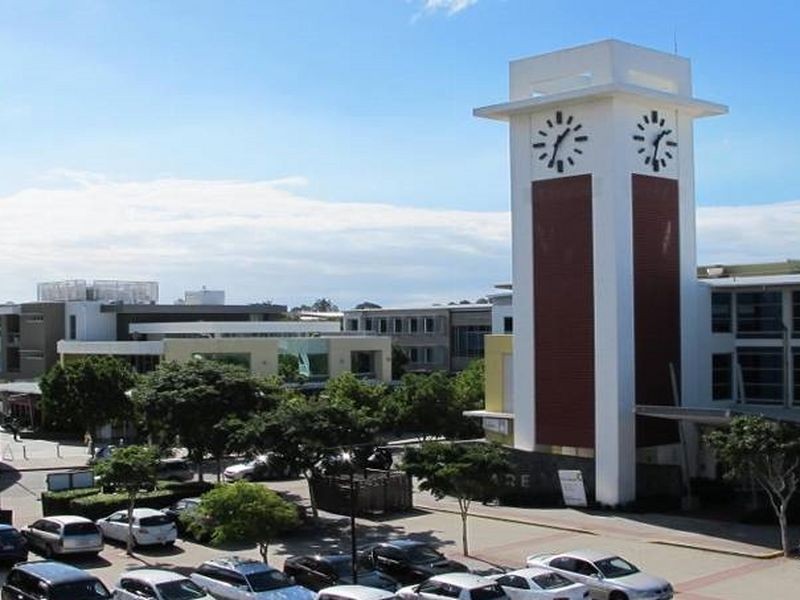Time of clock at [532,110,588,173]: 1:33
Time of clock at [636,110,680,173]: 1:32
